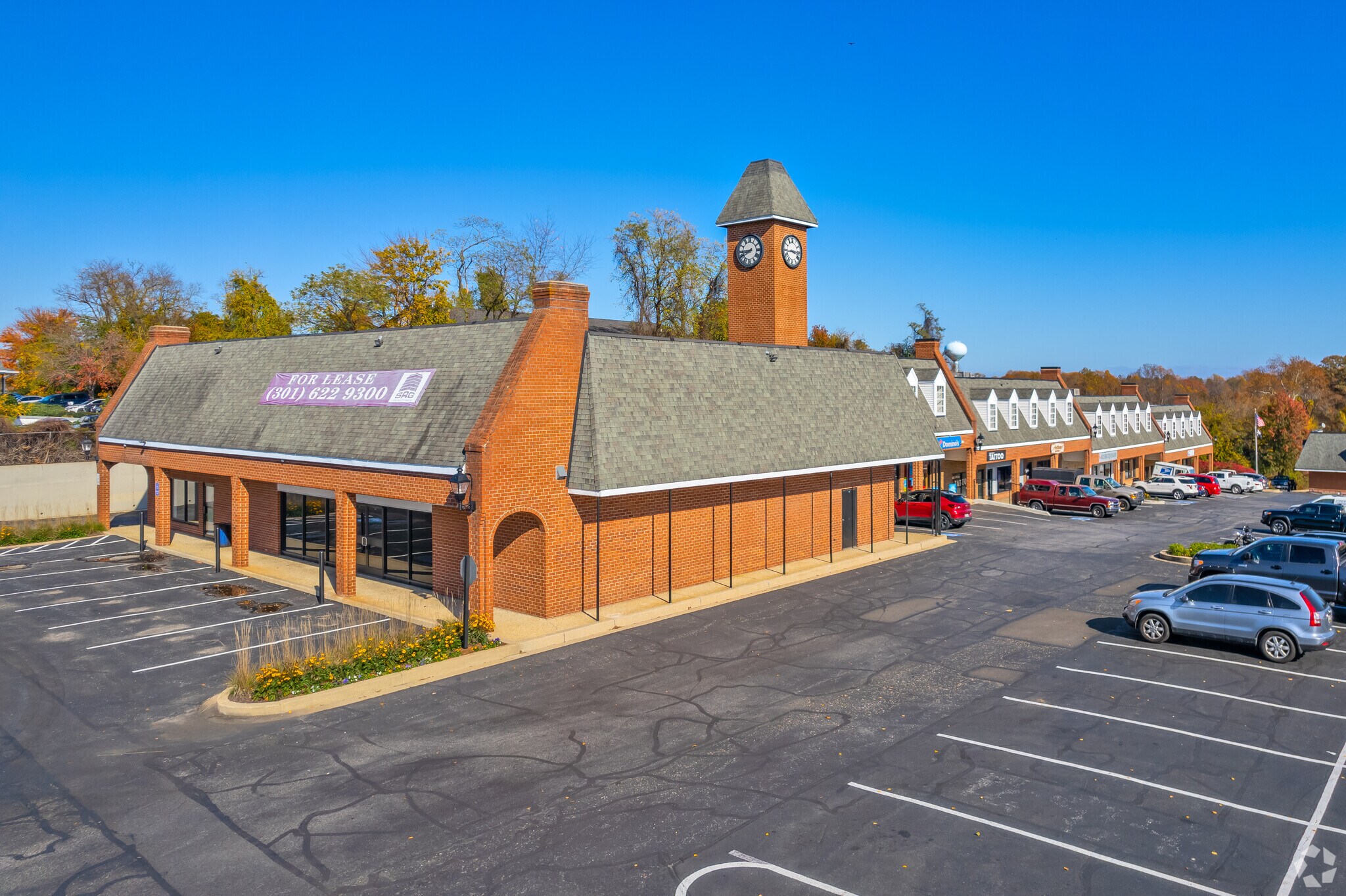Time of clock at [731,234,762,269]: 8:40
